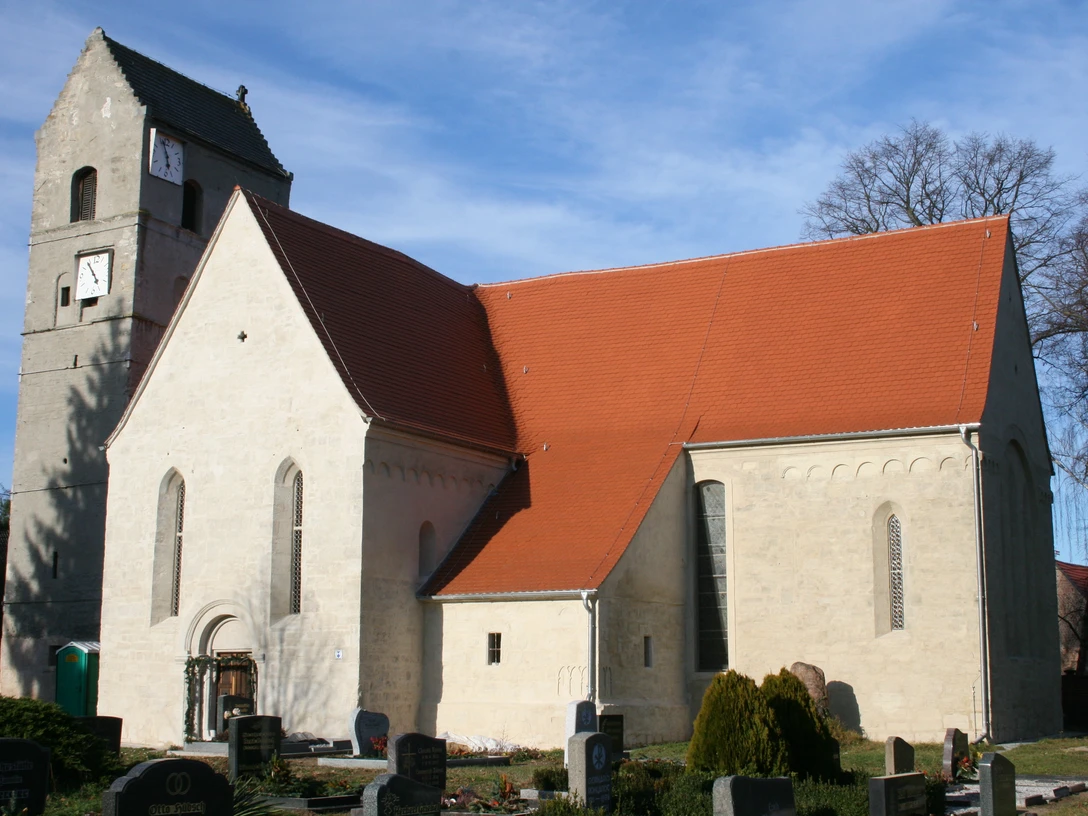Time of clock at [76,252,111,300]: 4:53
